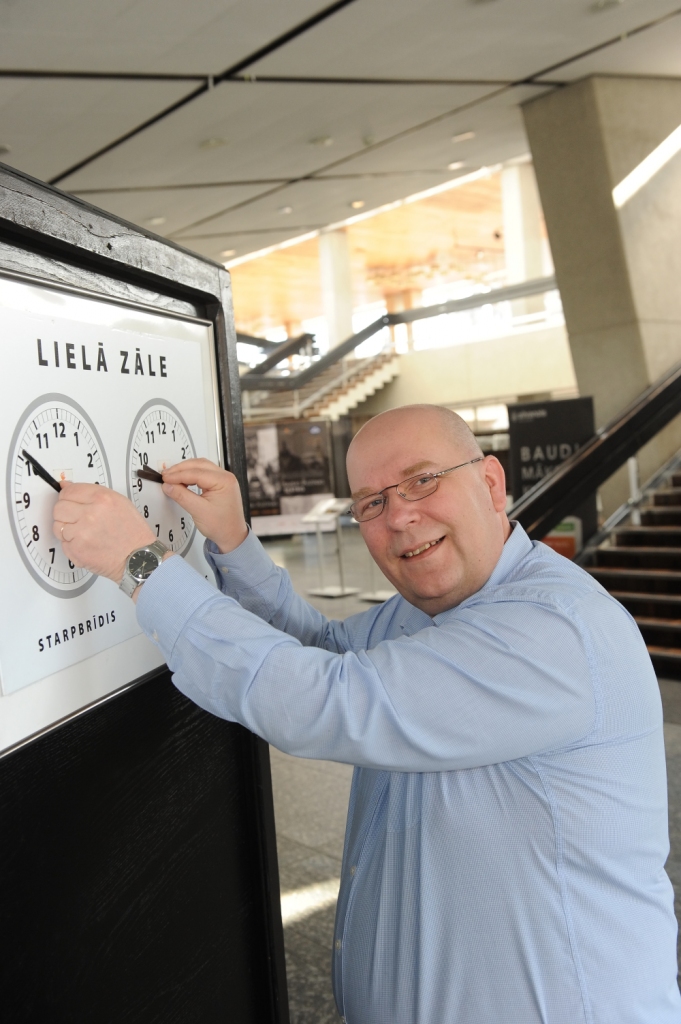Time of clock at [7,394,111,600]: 9:50
